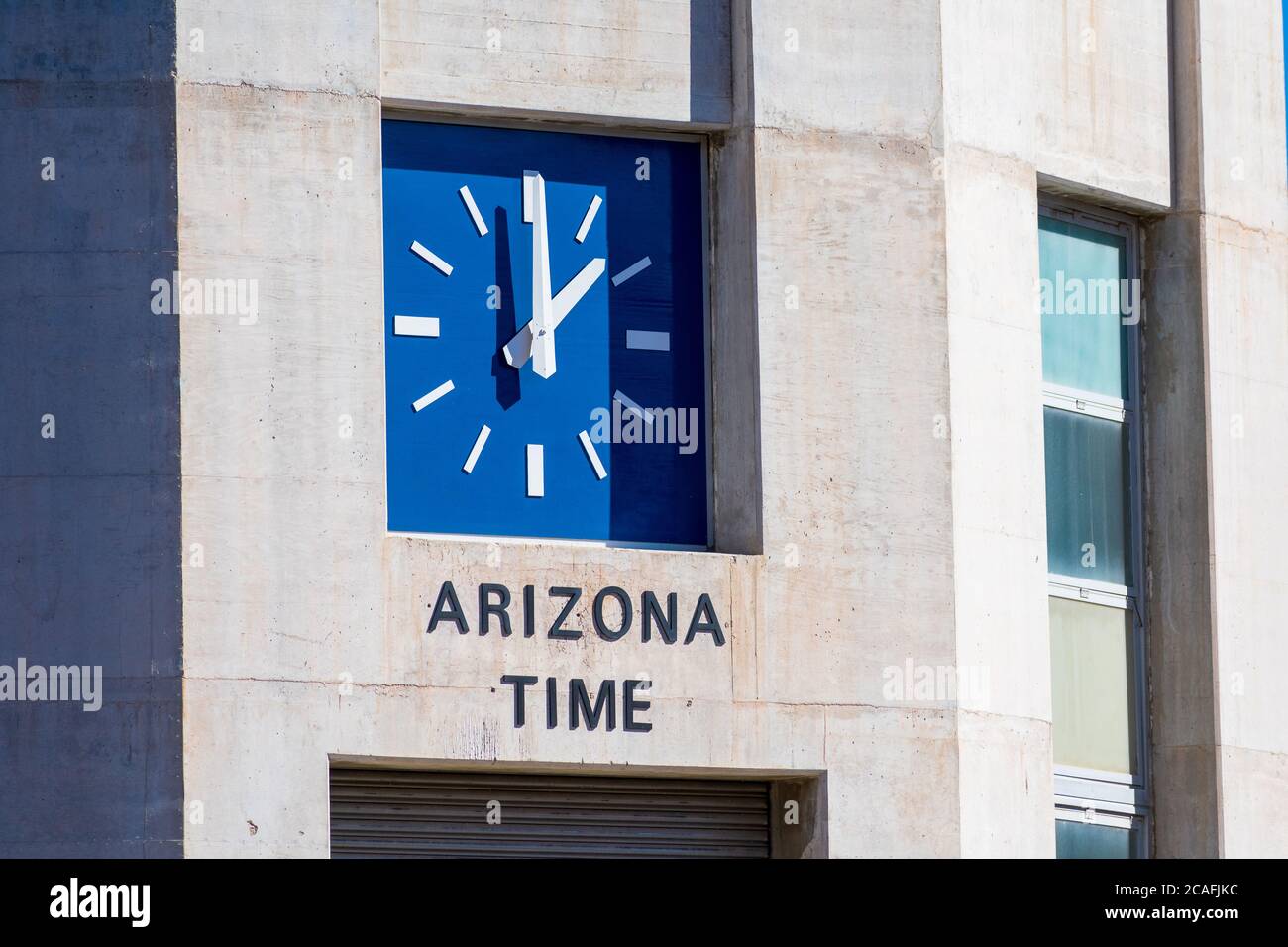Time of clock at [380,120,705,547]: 12:07
